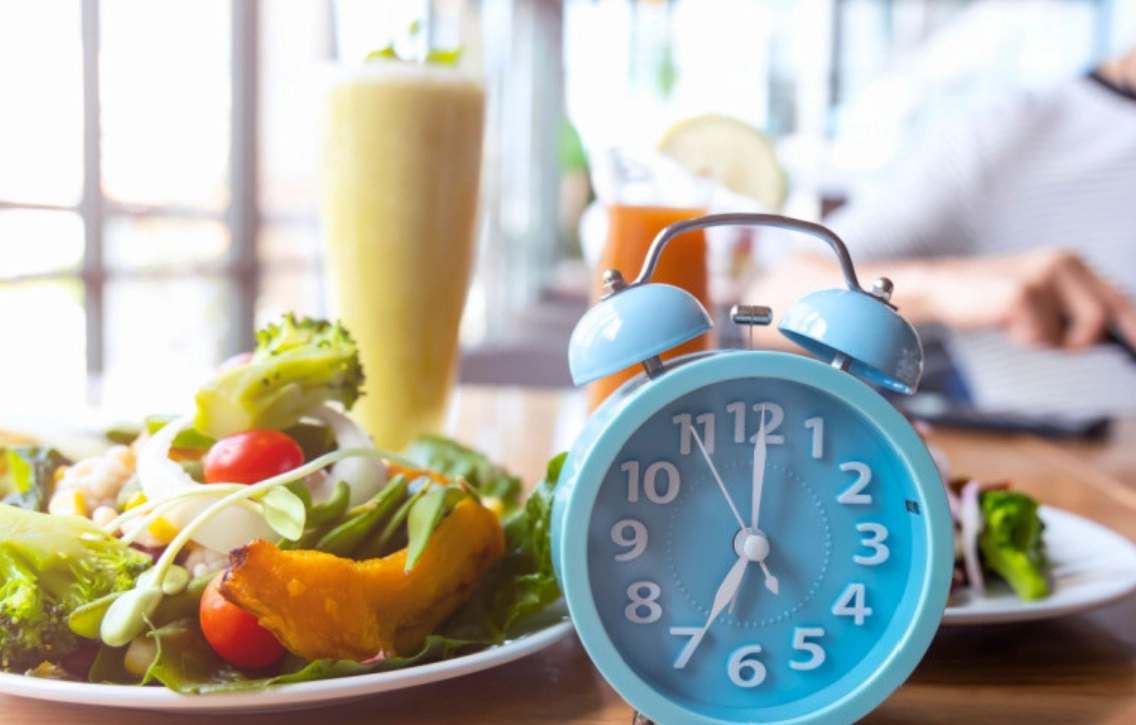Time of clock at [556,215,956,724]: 7:00
